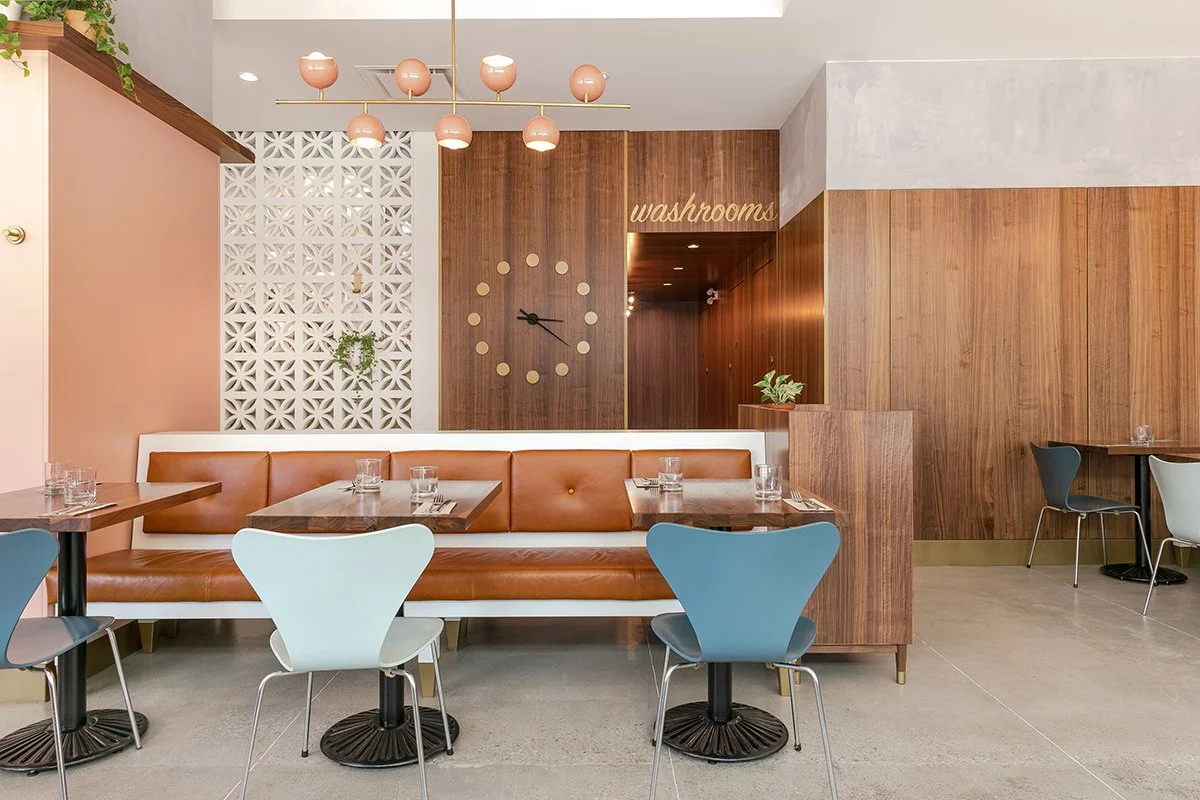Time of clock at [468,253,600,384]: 3:21
